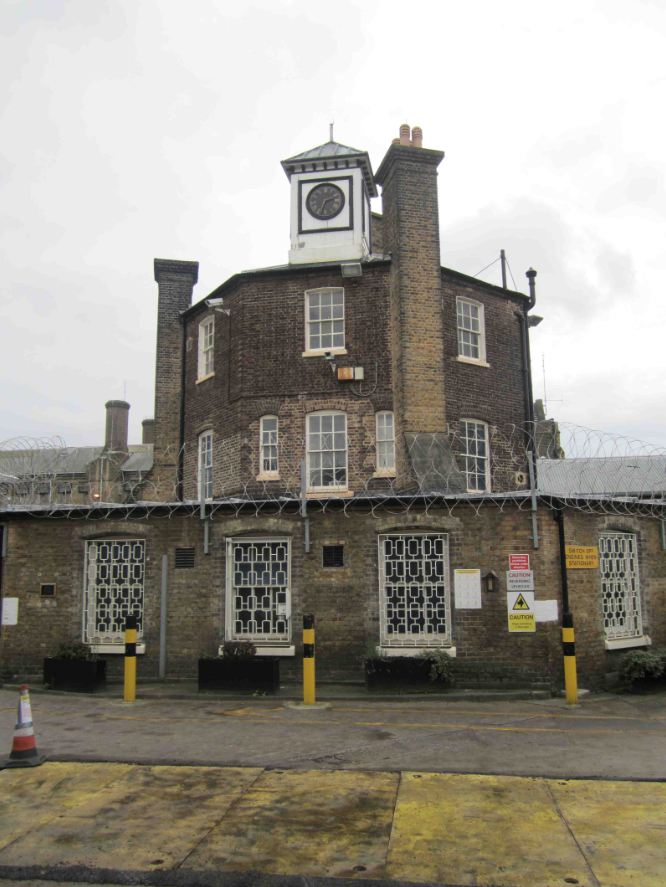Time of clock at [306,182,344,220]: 2:32
